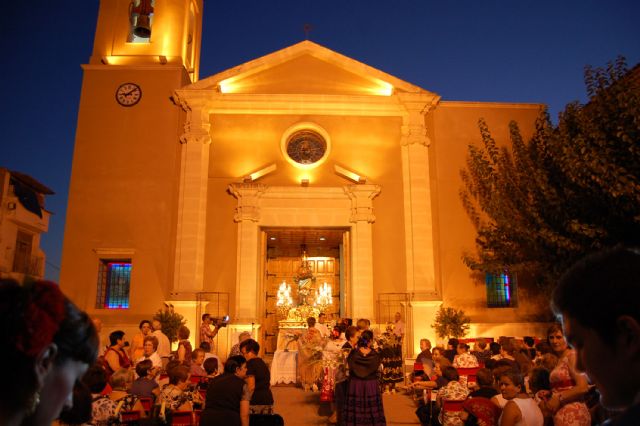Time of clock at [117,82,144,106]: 9:08
